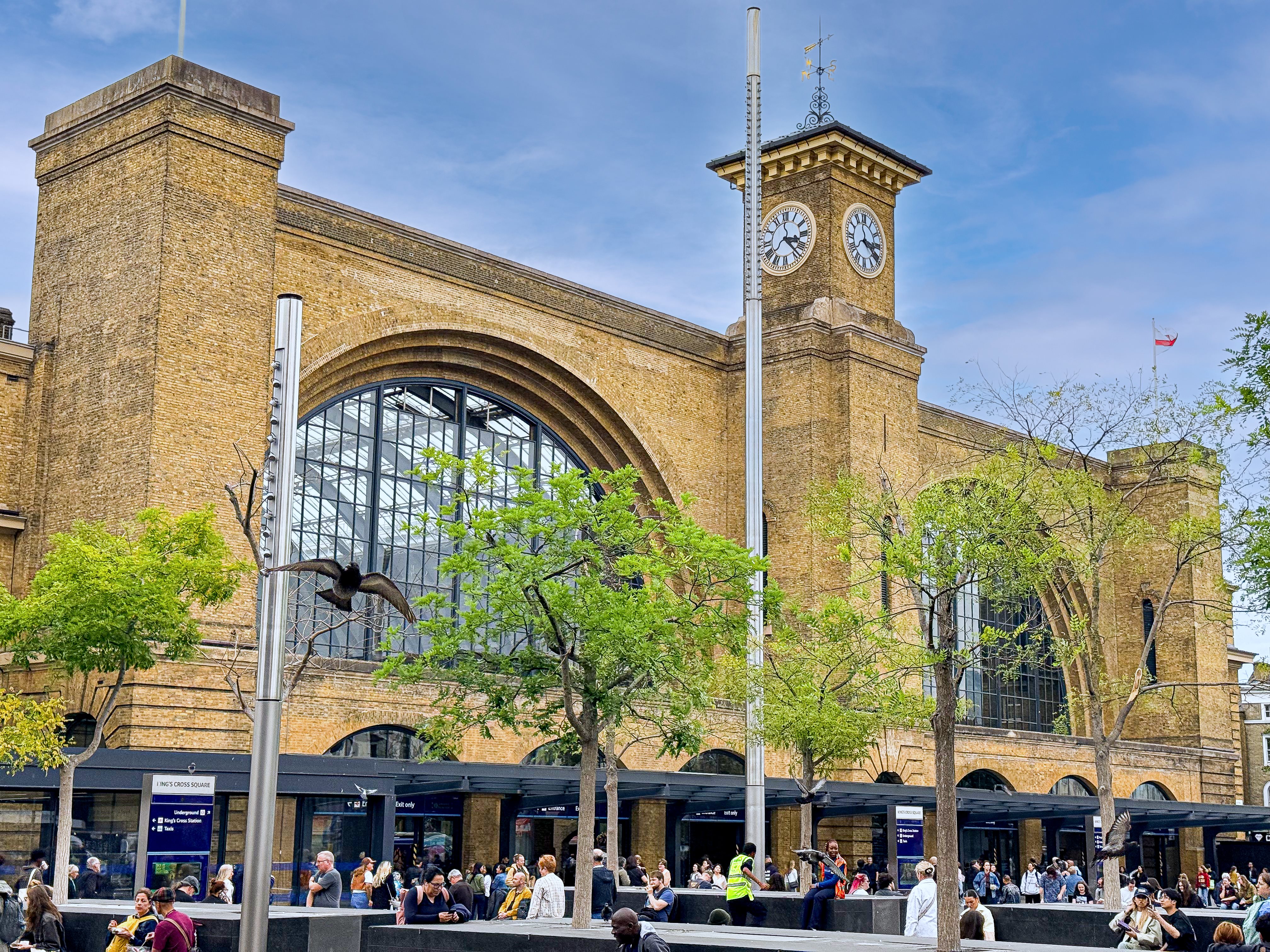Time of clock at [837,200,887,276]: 3:20
